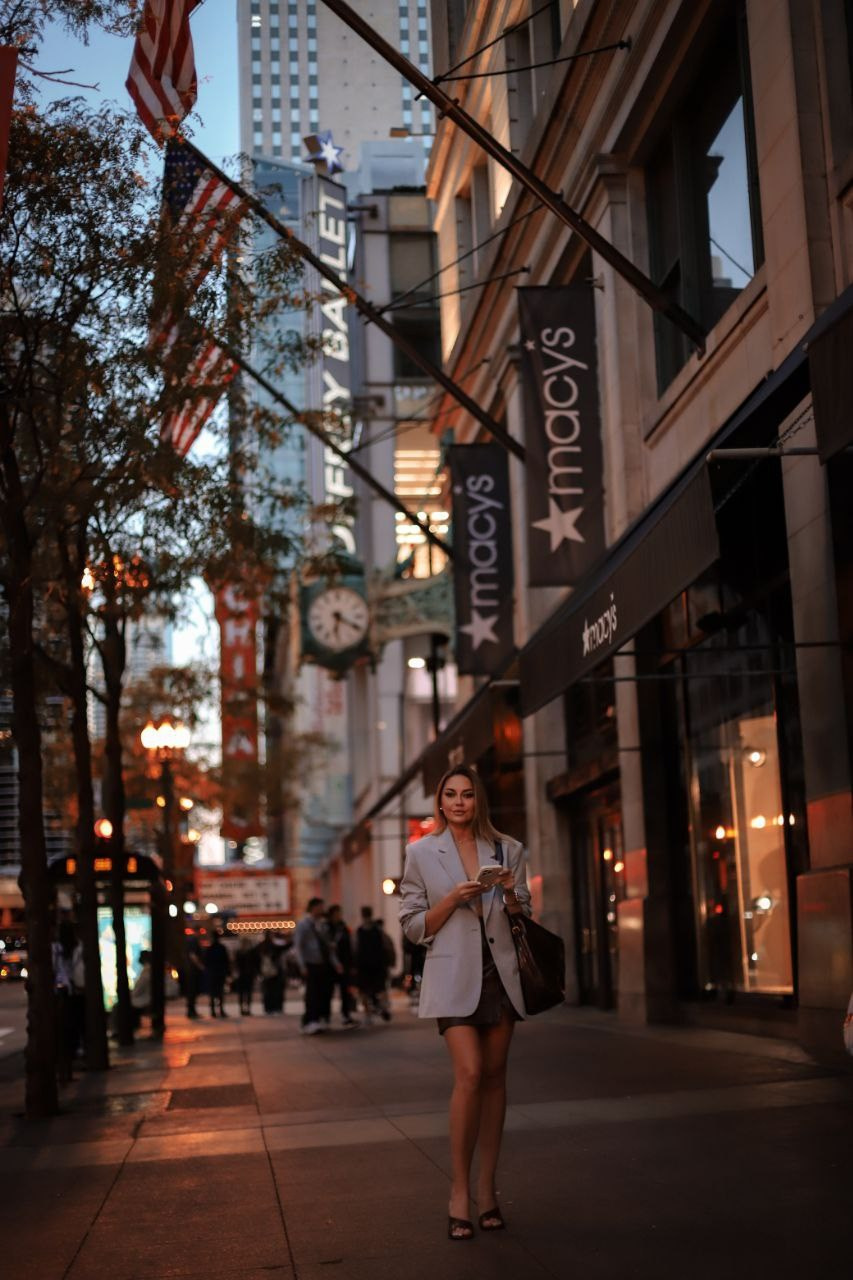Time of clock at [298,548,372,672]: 6:18
